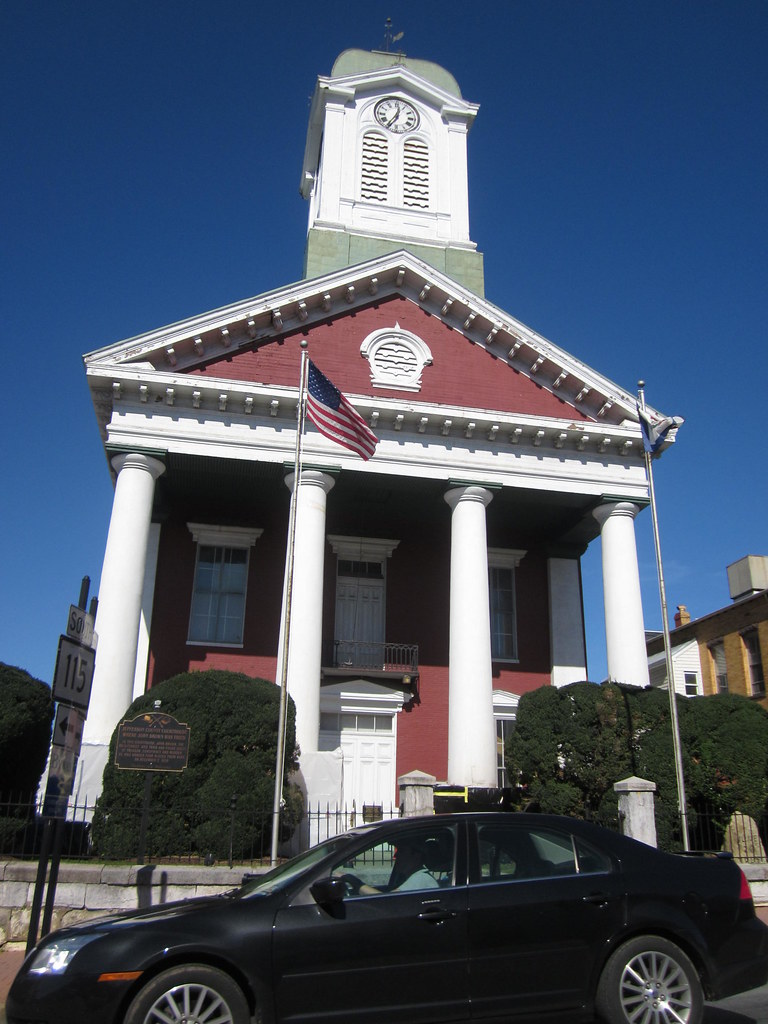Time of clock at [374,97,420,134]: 12:35
